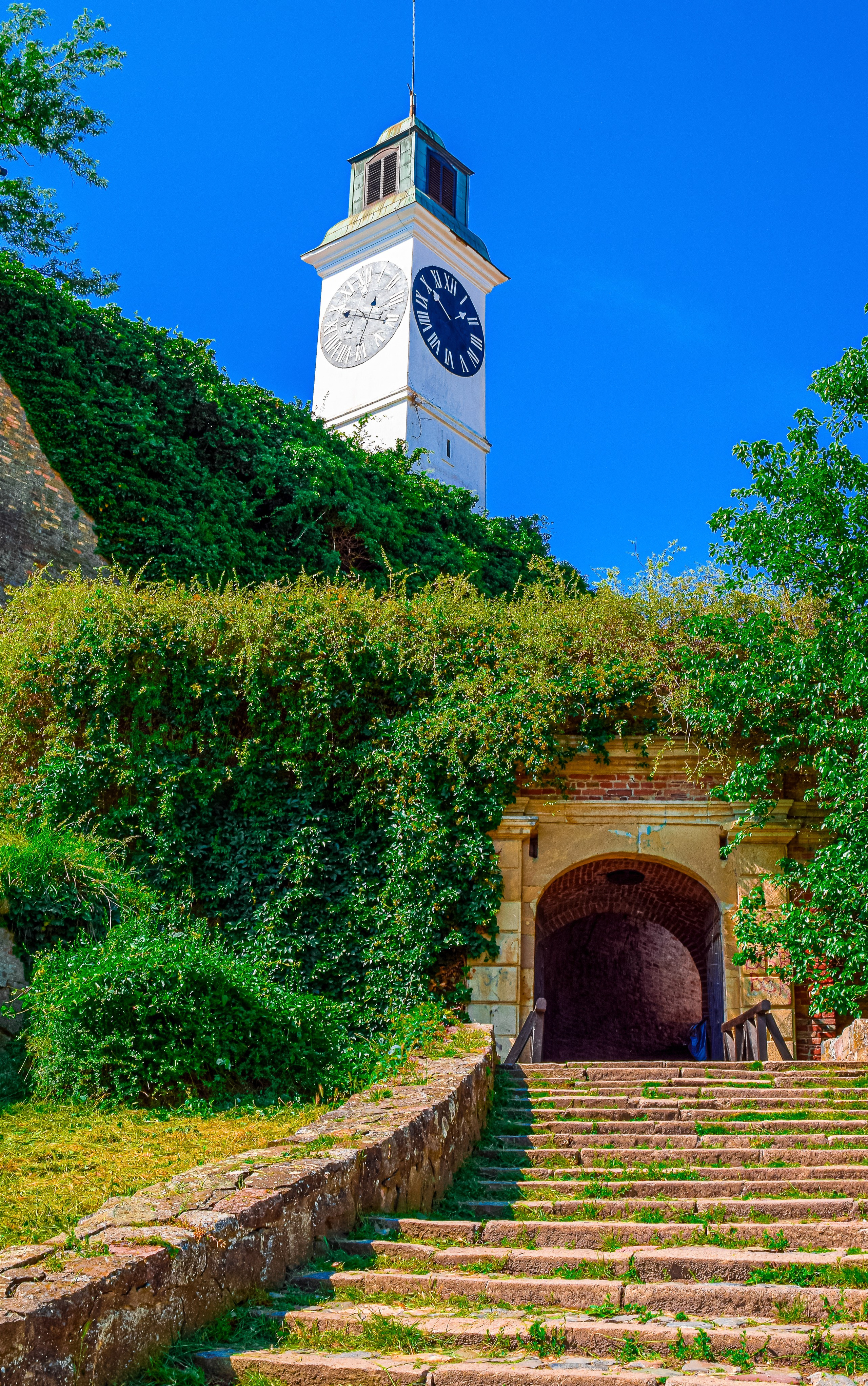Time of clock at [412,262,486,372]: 1:50
